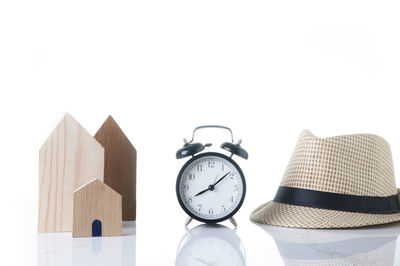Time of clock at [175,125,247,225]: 8:08
